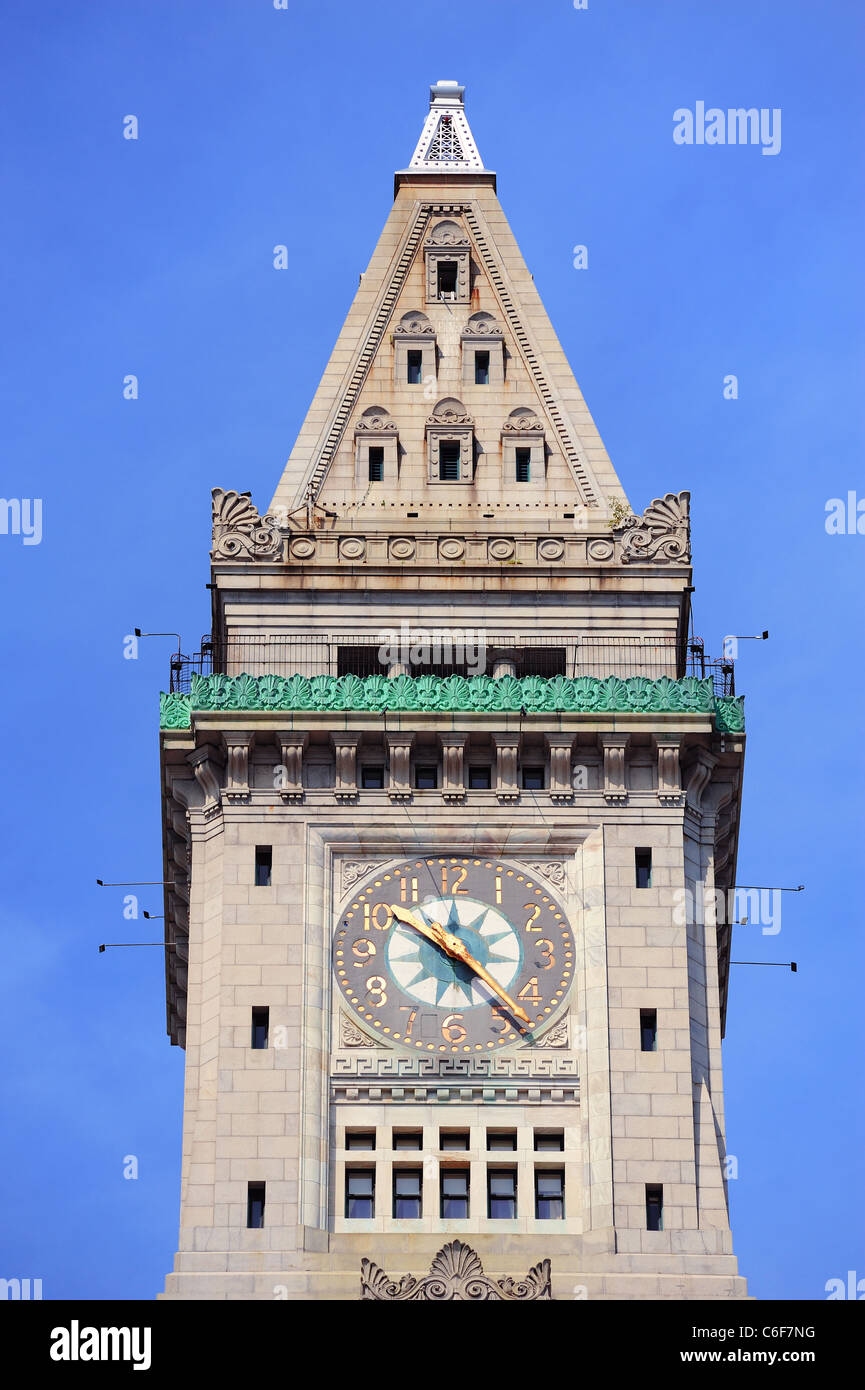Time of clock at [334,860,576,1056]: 4:50
